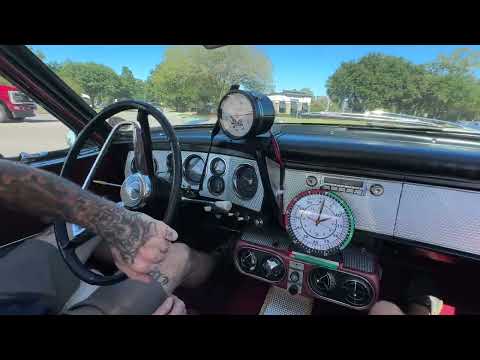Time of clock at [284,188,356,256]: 2:01
